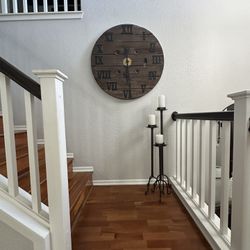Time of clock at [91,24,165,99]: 6:29
